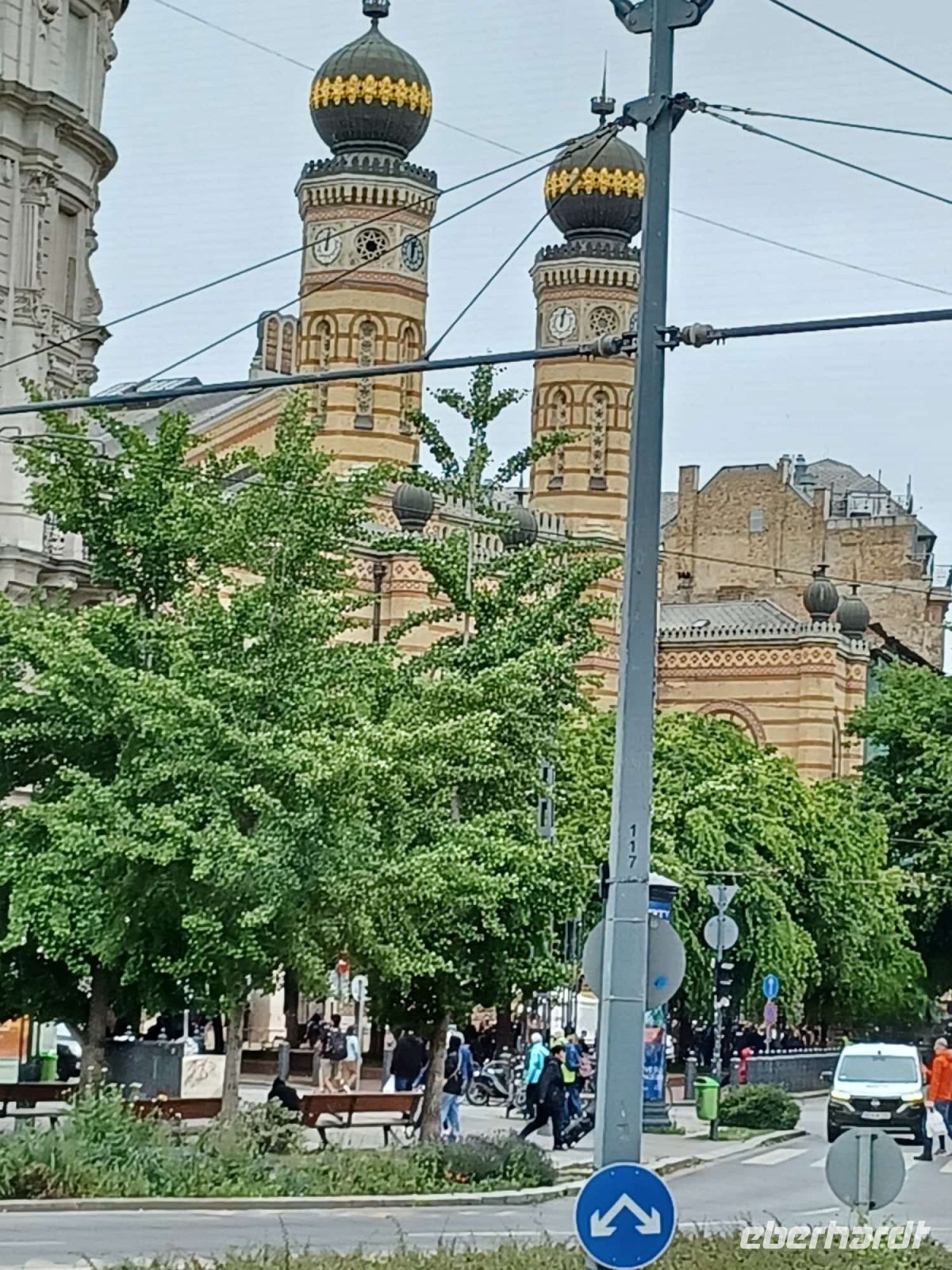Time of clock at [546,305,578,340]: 12:02
